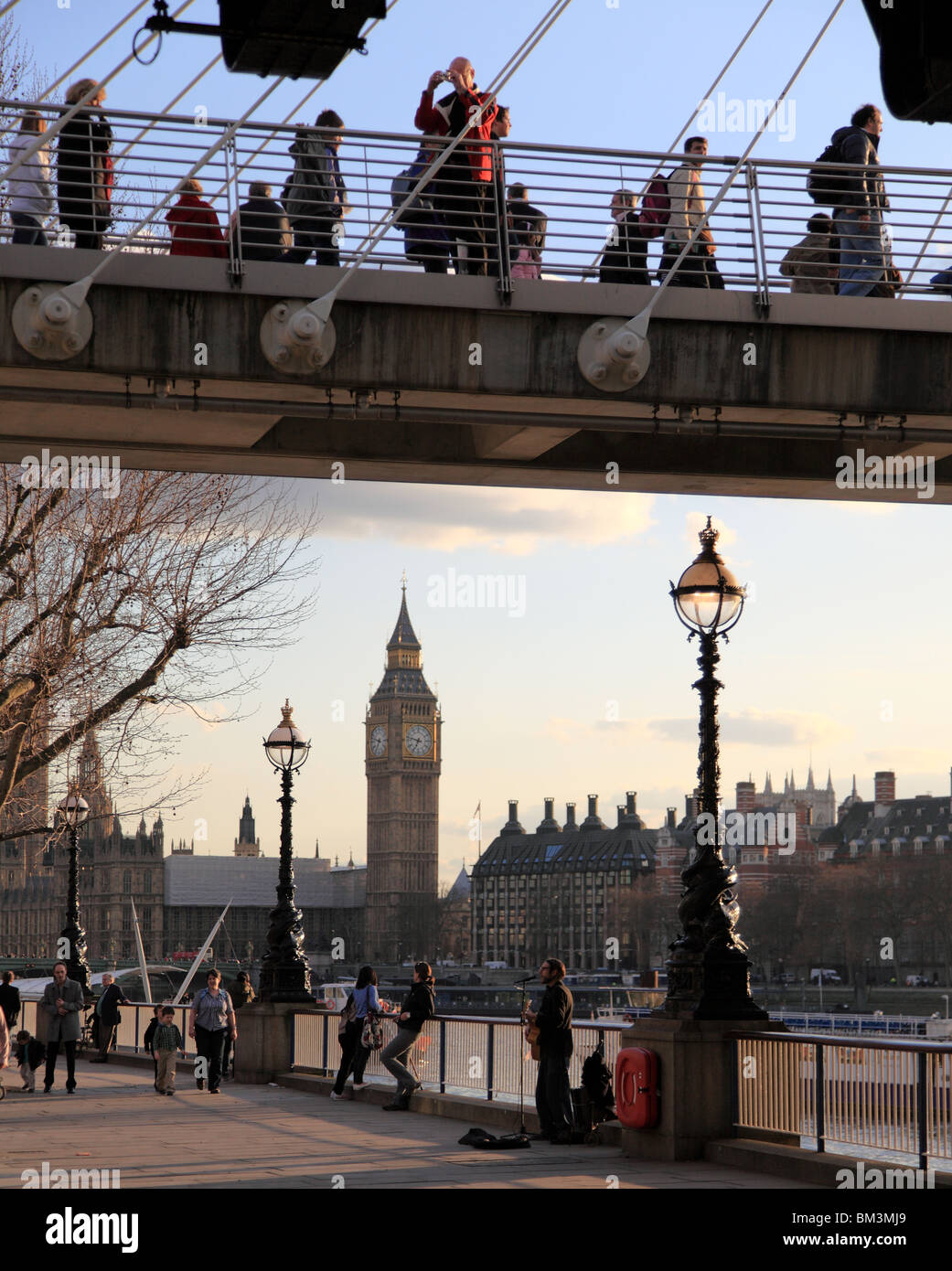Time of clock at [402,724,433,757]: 6:47
